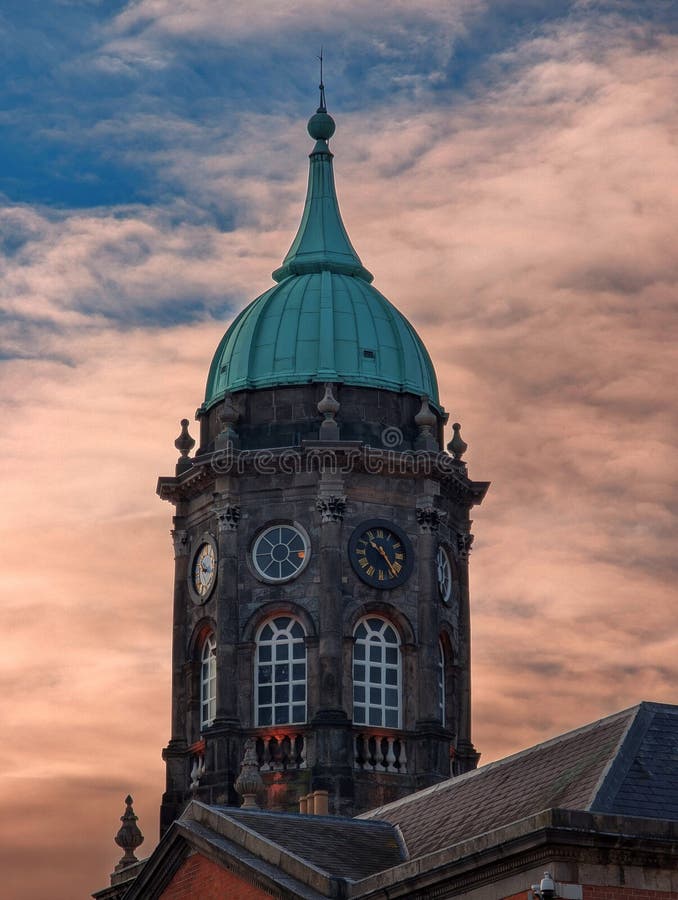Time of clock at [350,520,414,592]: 10:24
